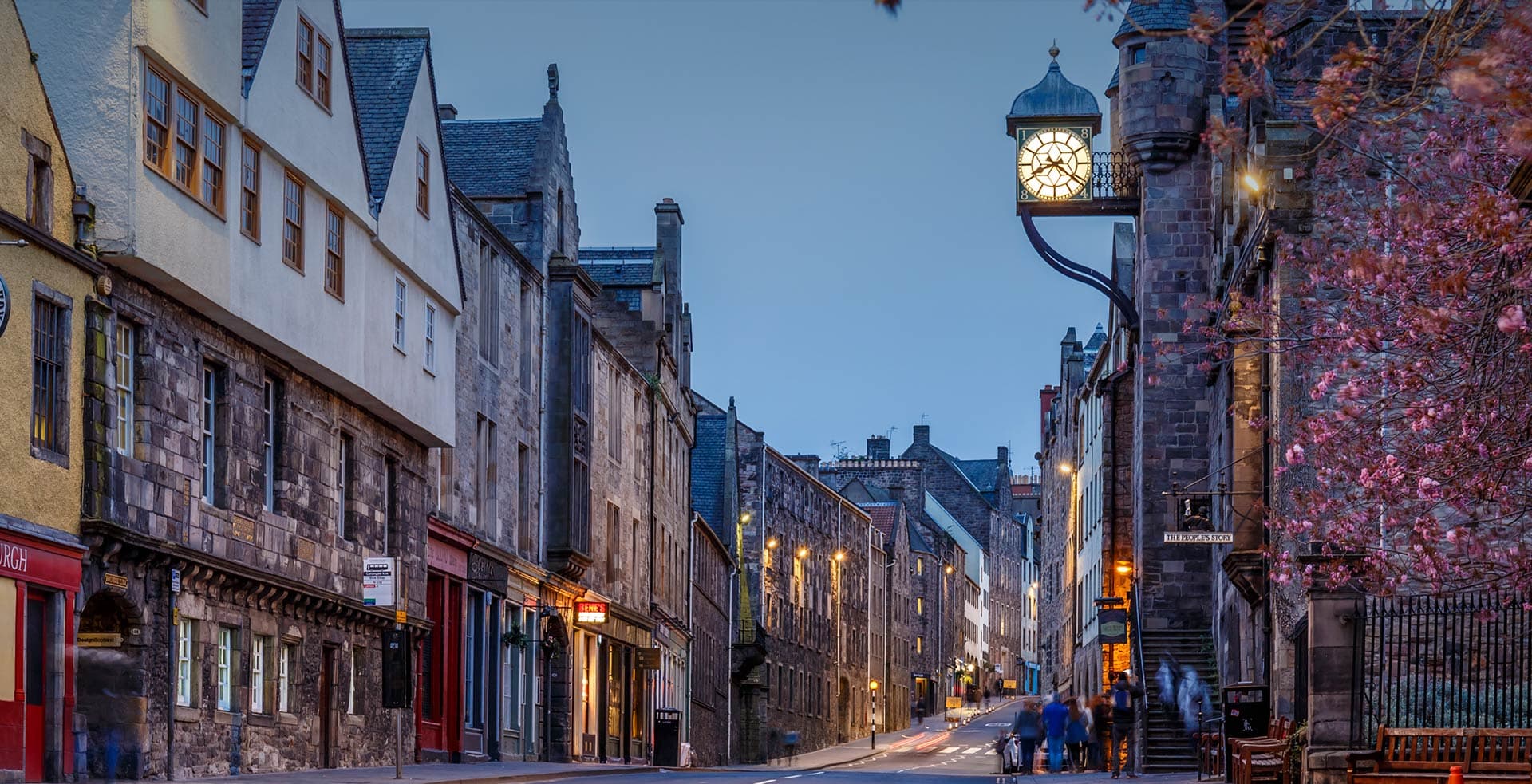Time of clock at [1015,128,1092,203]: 8:21
